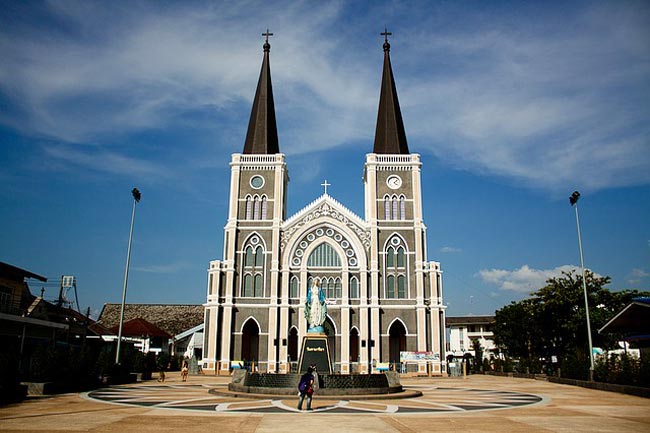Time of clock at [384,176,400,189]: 4:07
